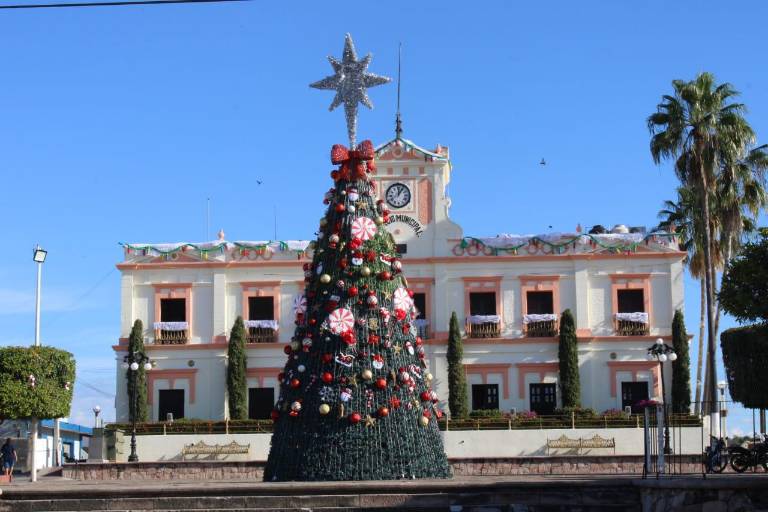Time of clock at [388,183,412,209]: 12:05
